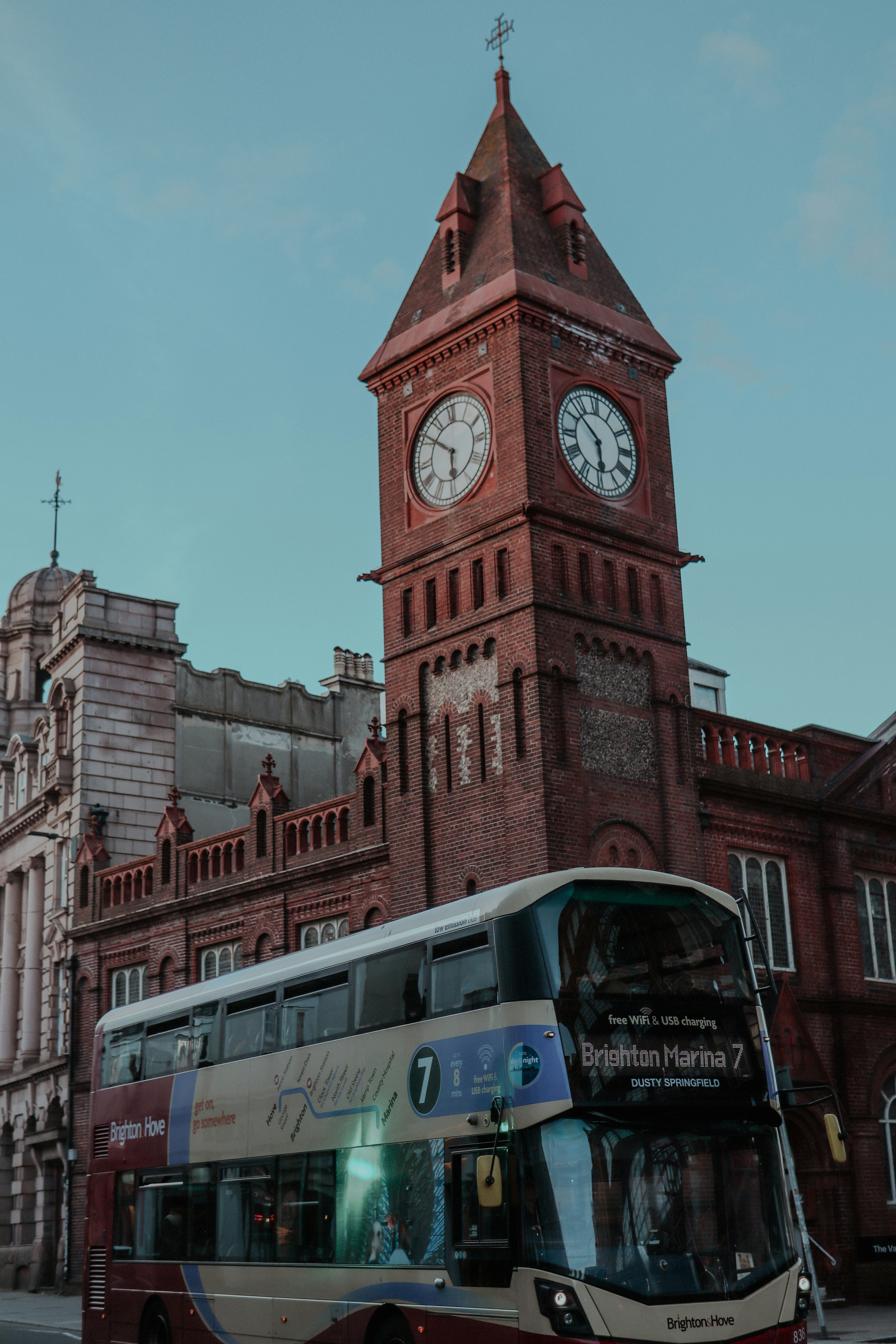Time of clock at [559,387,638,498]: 5:52
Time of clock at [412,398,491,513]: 5:51
